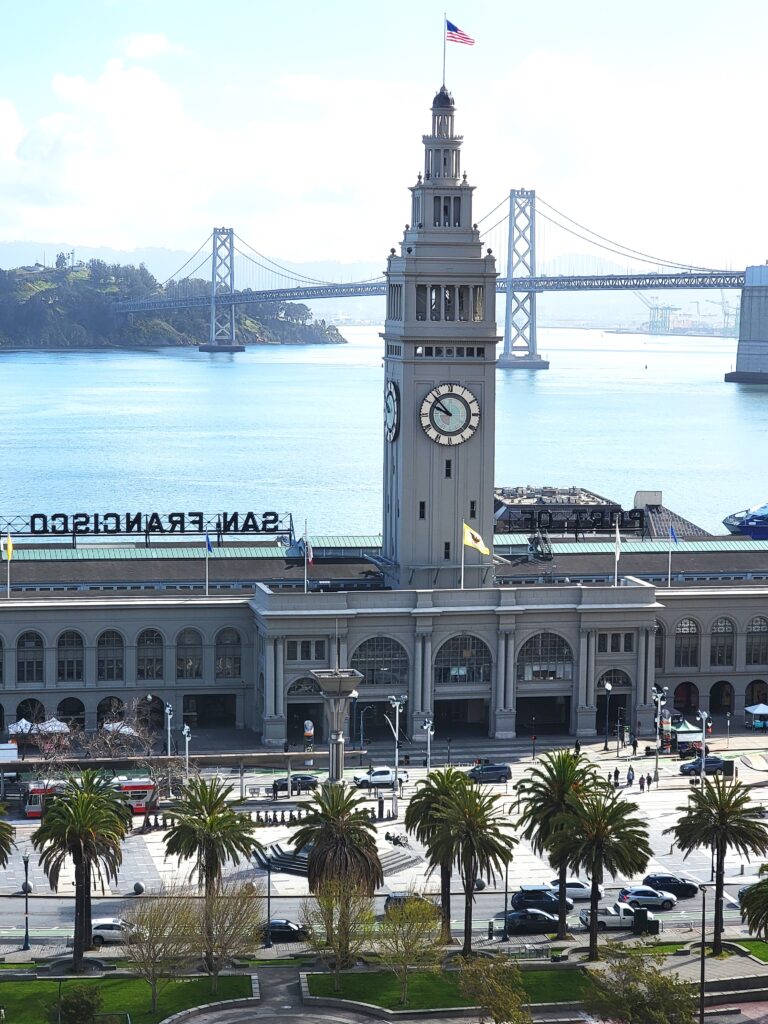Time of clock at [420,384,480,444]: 9:53
